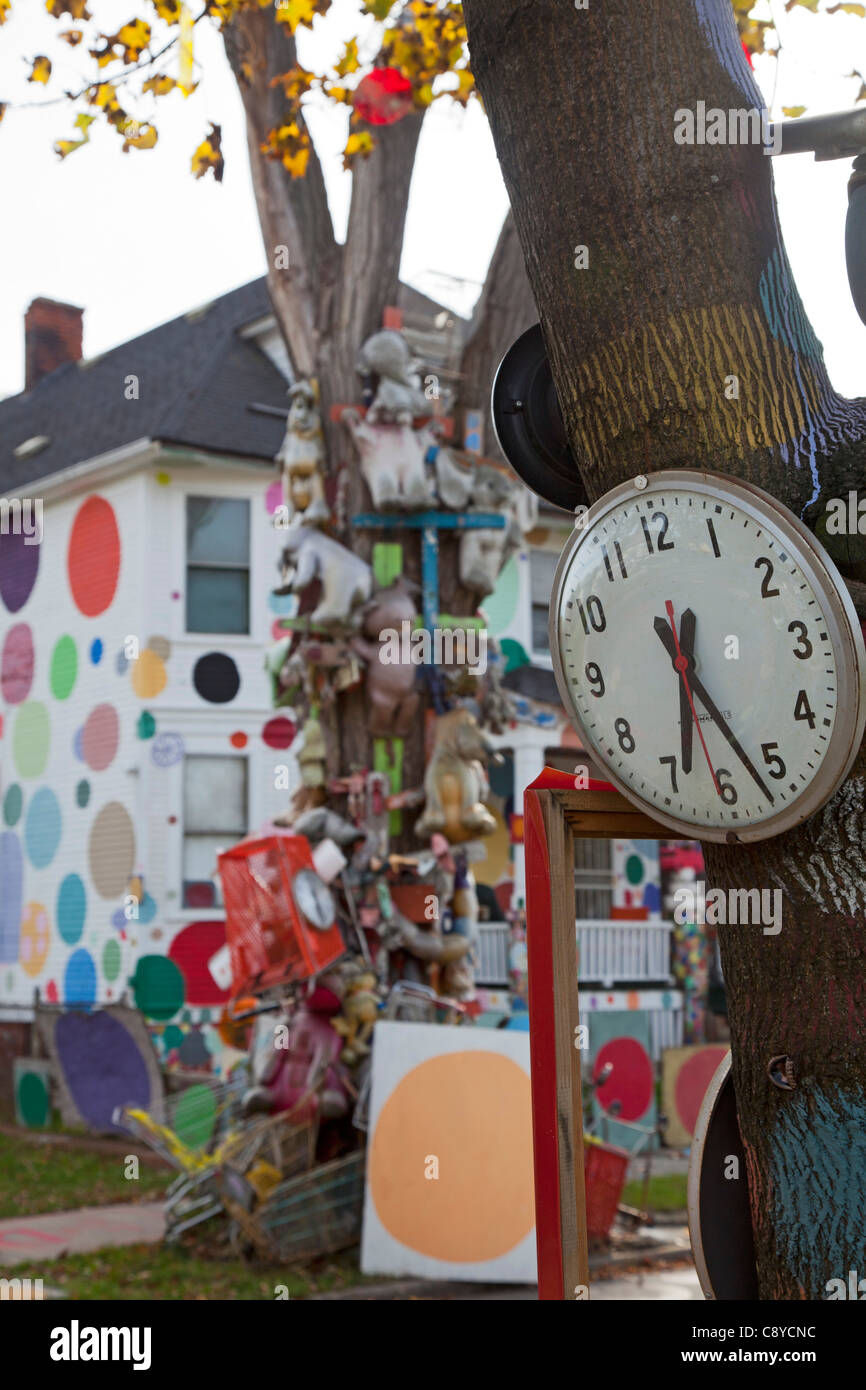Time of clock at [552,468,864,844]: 6:26
